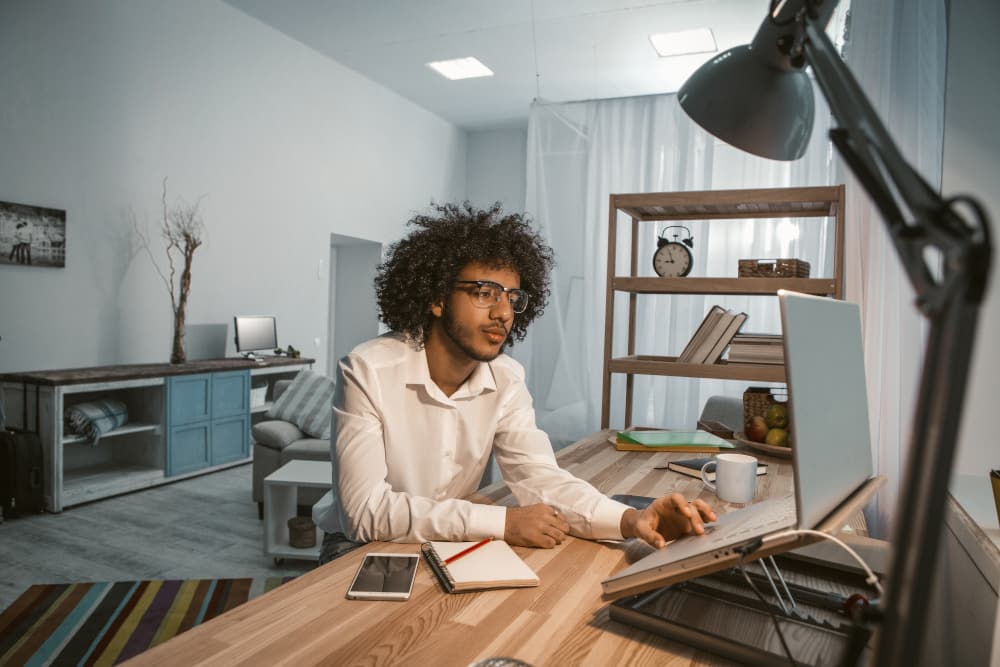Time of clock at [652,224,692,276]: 8:56
